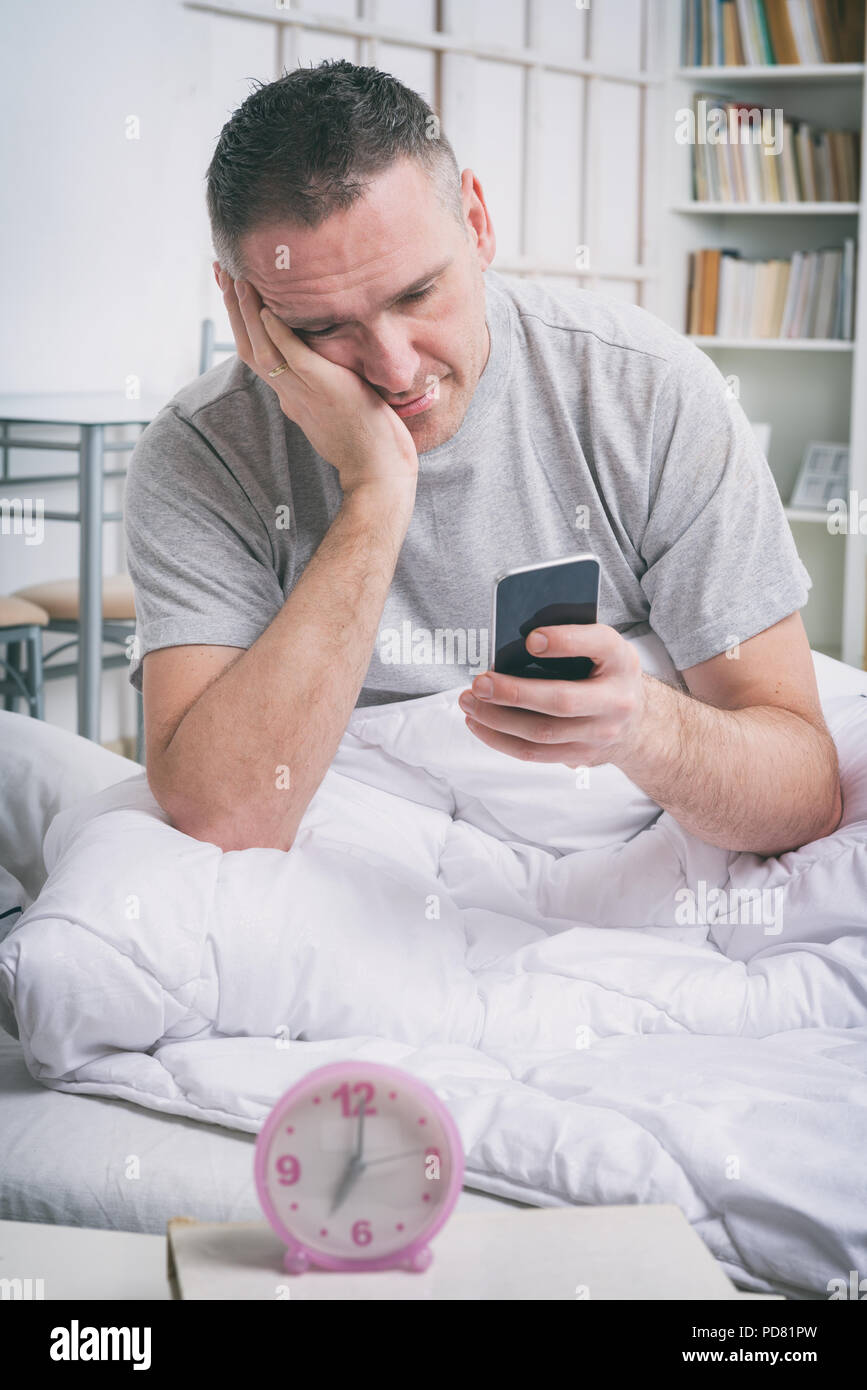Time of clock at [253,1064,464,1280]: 7:01
